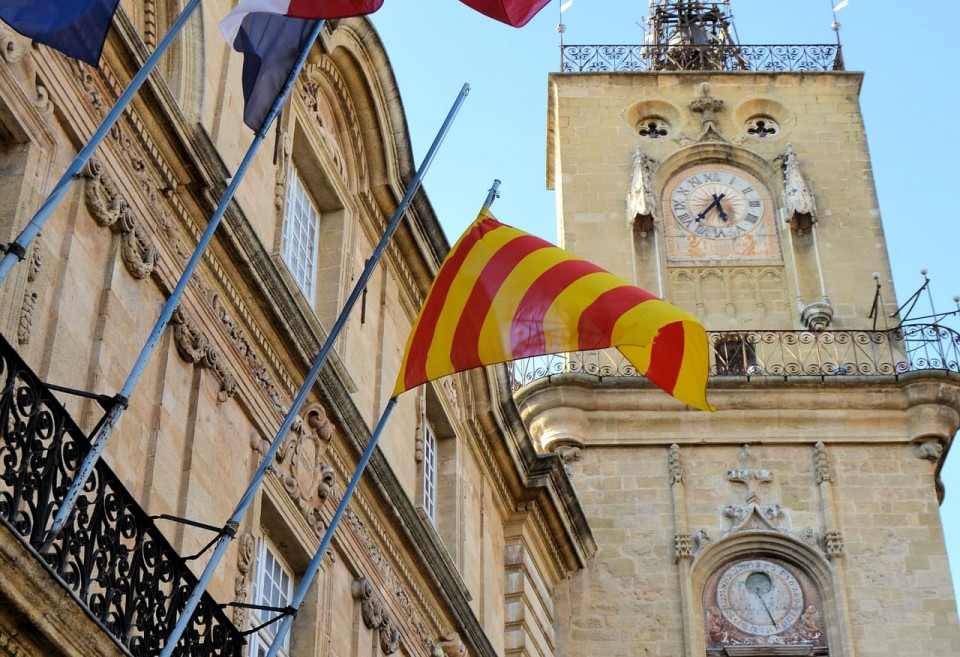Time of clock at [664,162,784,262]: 5:37
